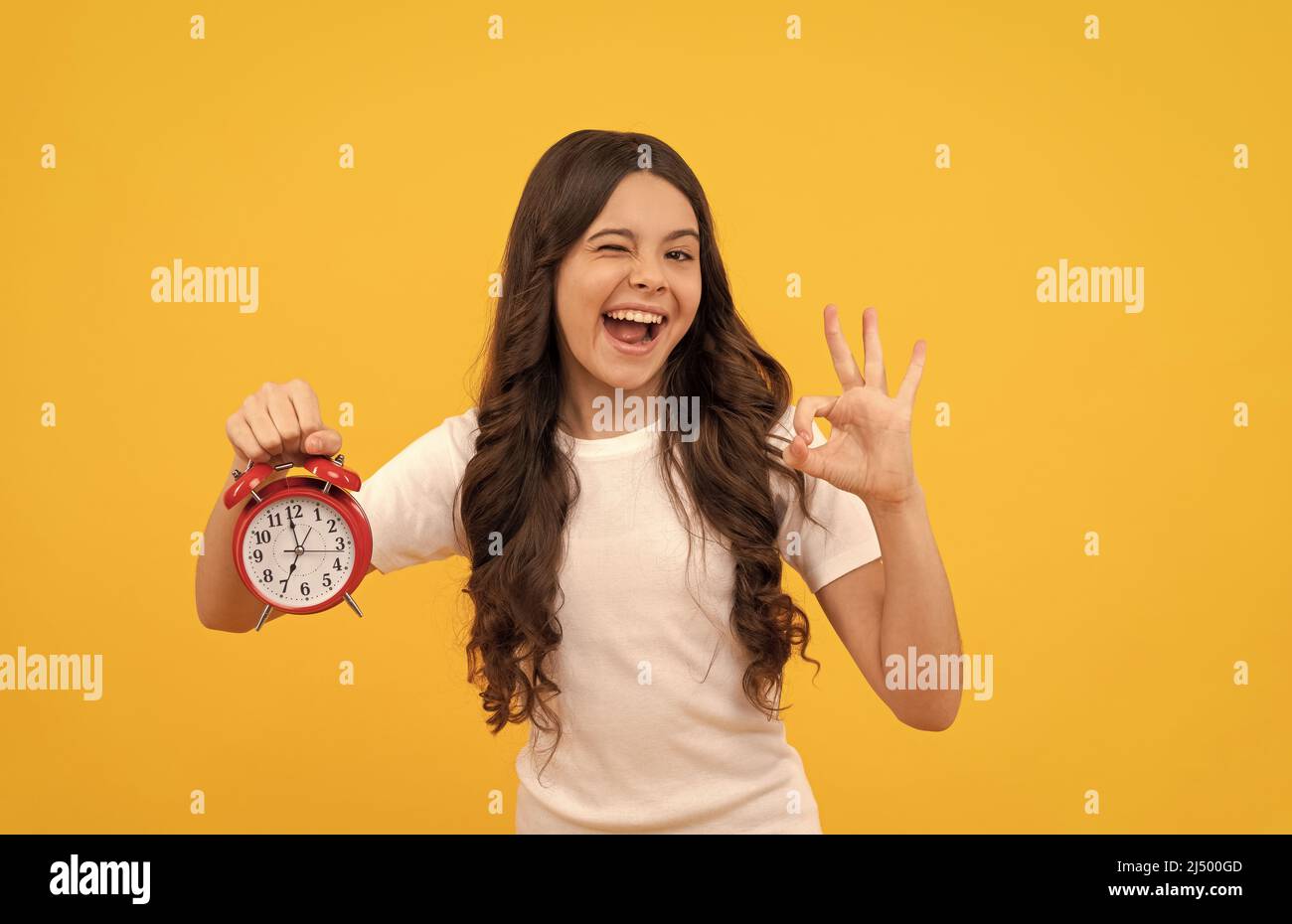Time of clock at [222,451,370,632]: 6:58
